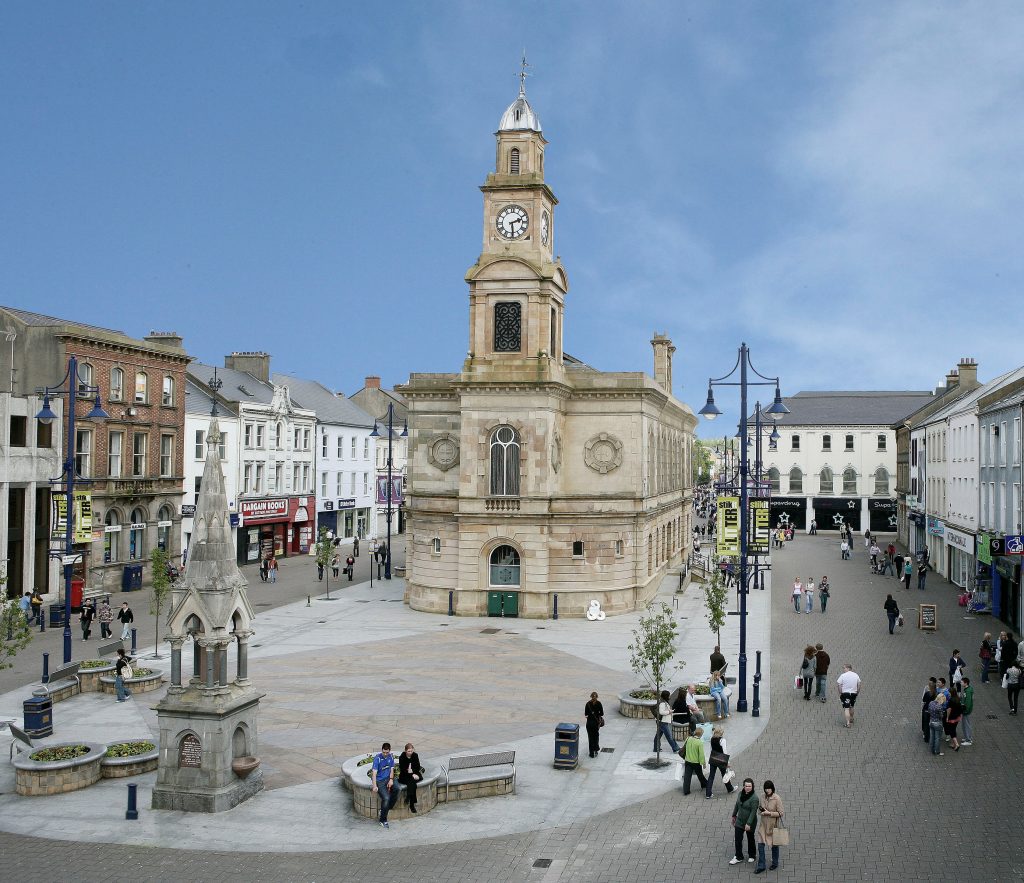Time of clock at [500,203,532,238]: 2:29
